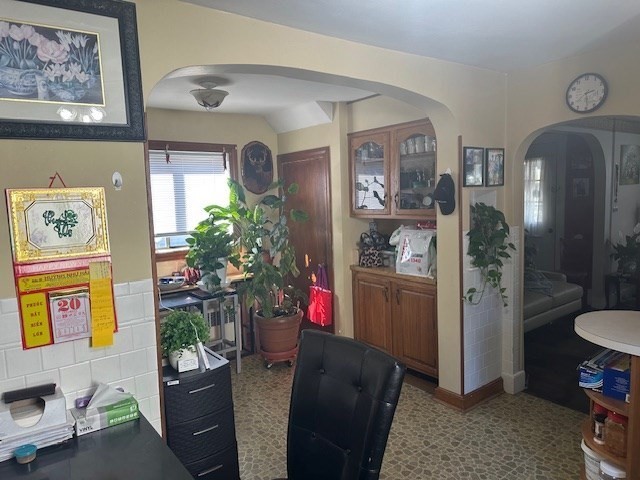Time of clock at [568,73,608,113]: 2:29
